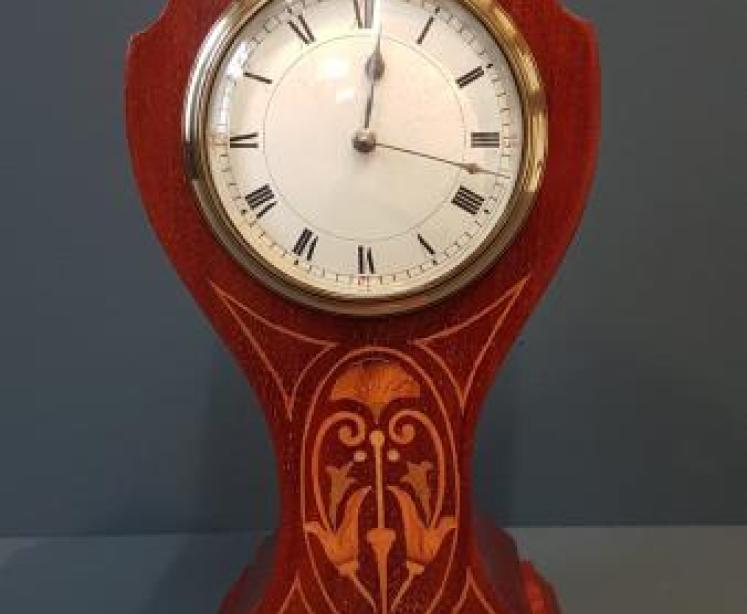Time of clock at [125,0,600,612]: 12:17
